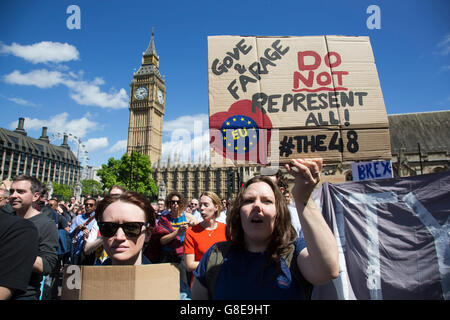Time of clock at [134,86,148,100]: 2:23
